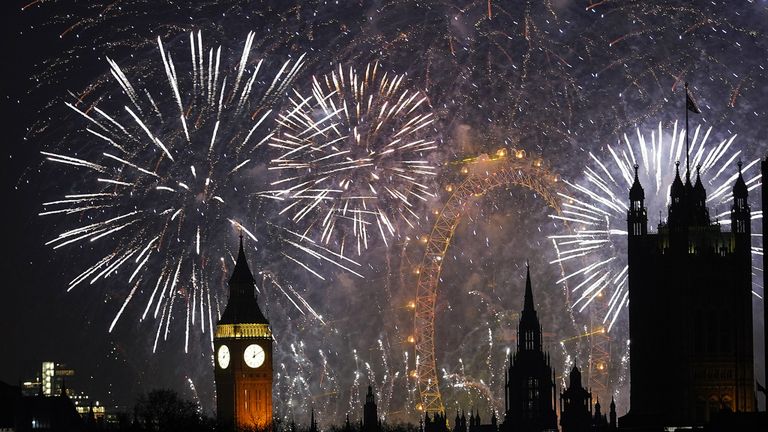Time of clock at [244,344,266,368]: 12:09
